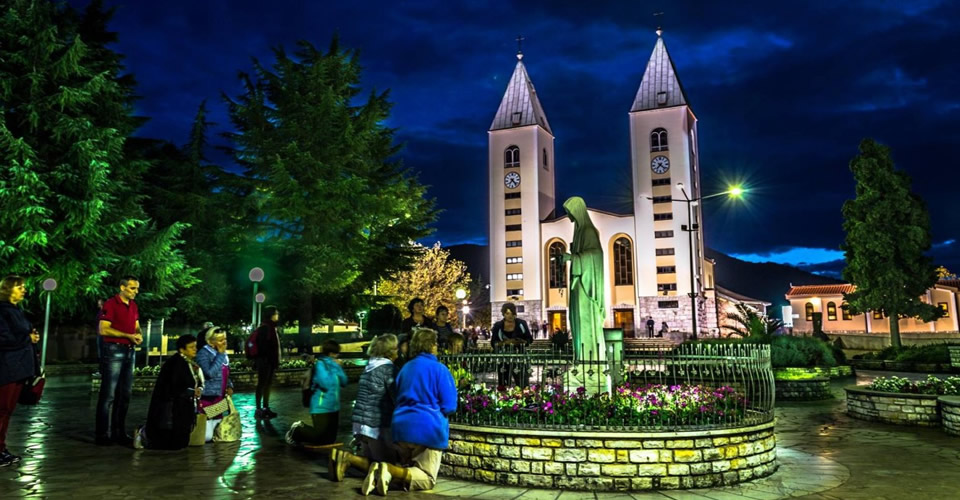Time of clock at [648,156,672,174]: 7:22
